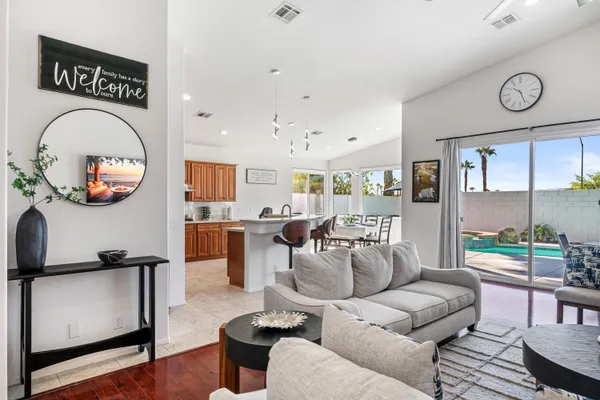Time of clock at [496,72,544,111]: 10:26
